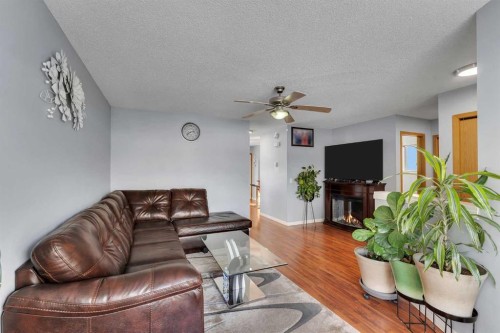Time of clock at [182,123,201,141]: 8:12
